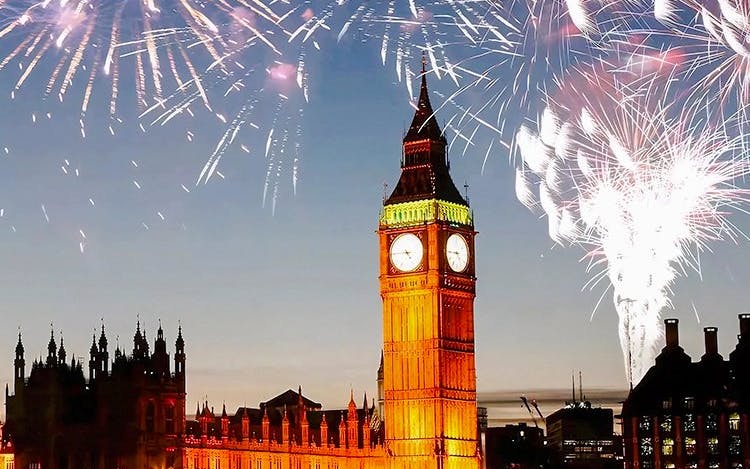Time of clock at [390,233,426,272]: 4:45
